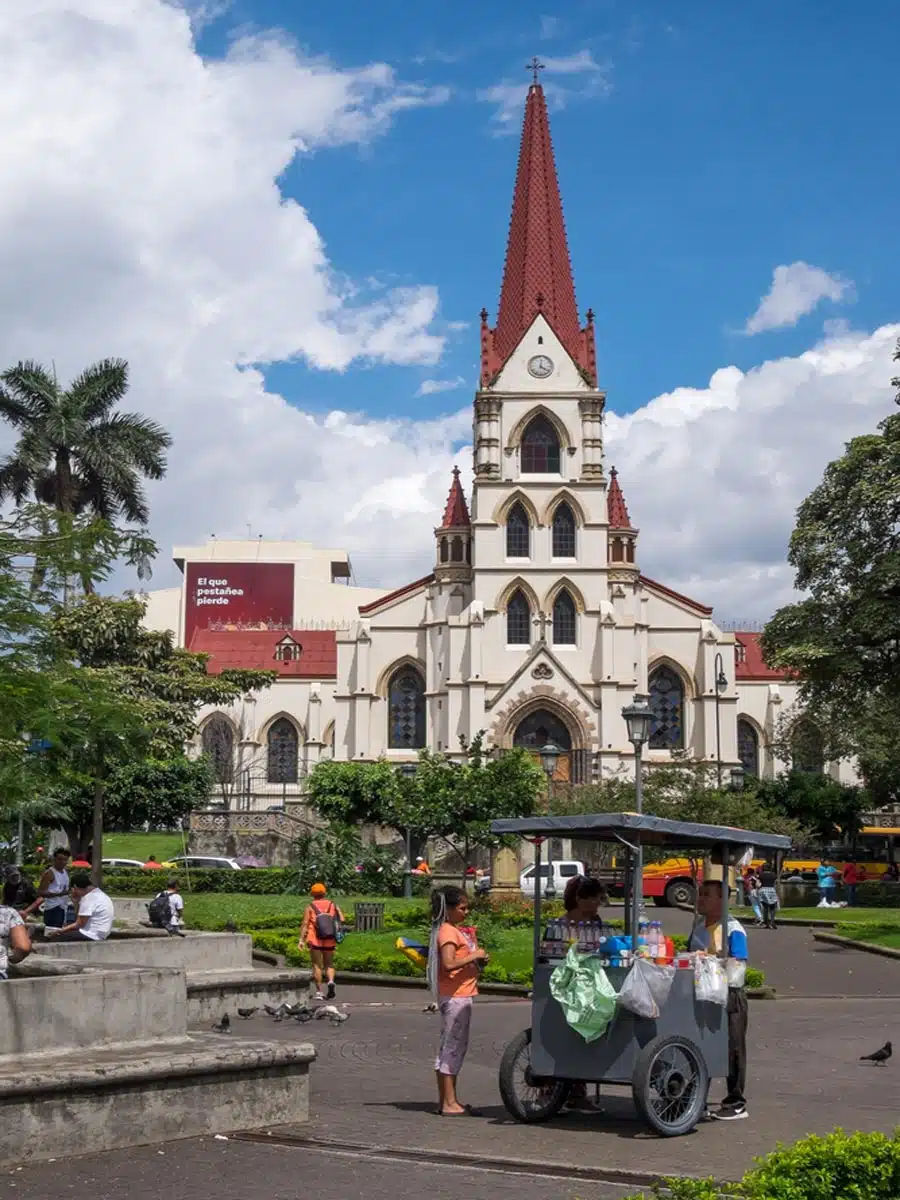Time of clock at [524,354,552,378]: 12:20
